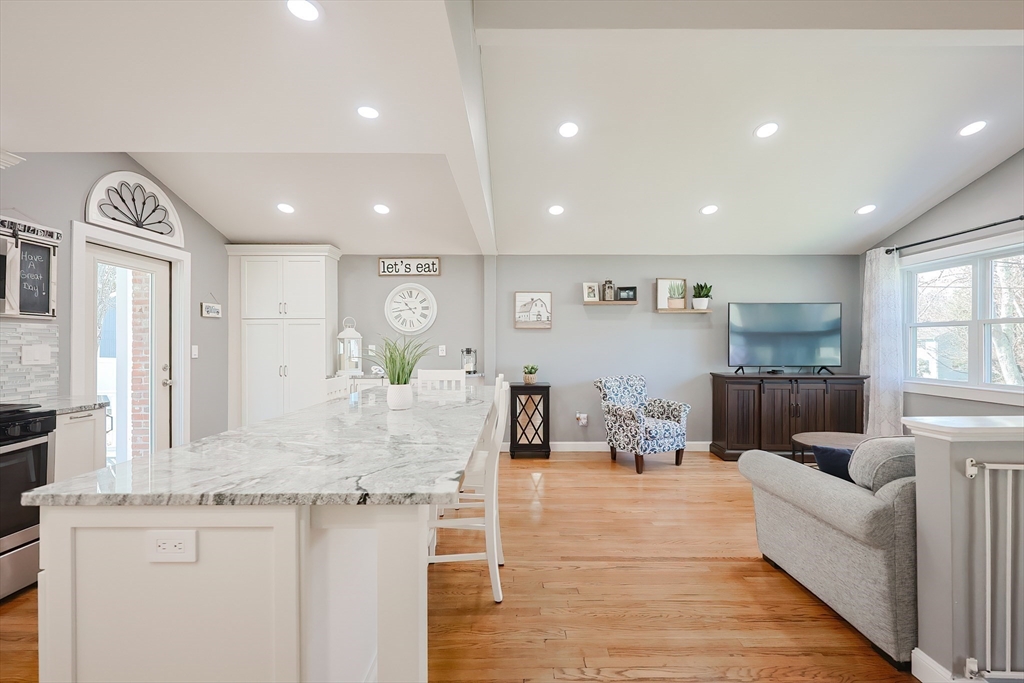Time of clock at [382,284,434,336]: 10:43
